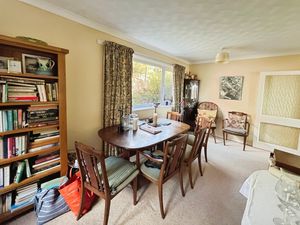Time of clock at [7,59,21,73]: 11:43
